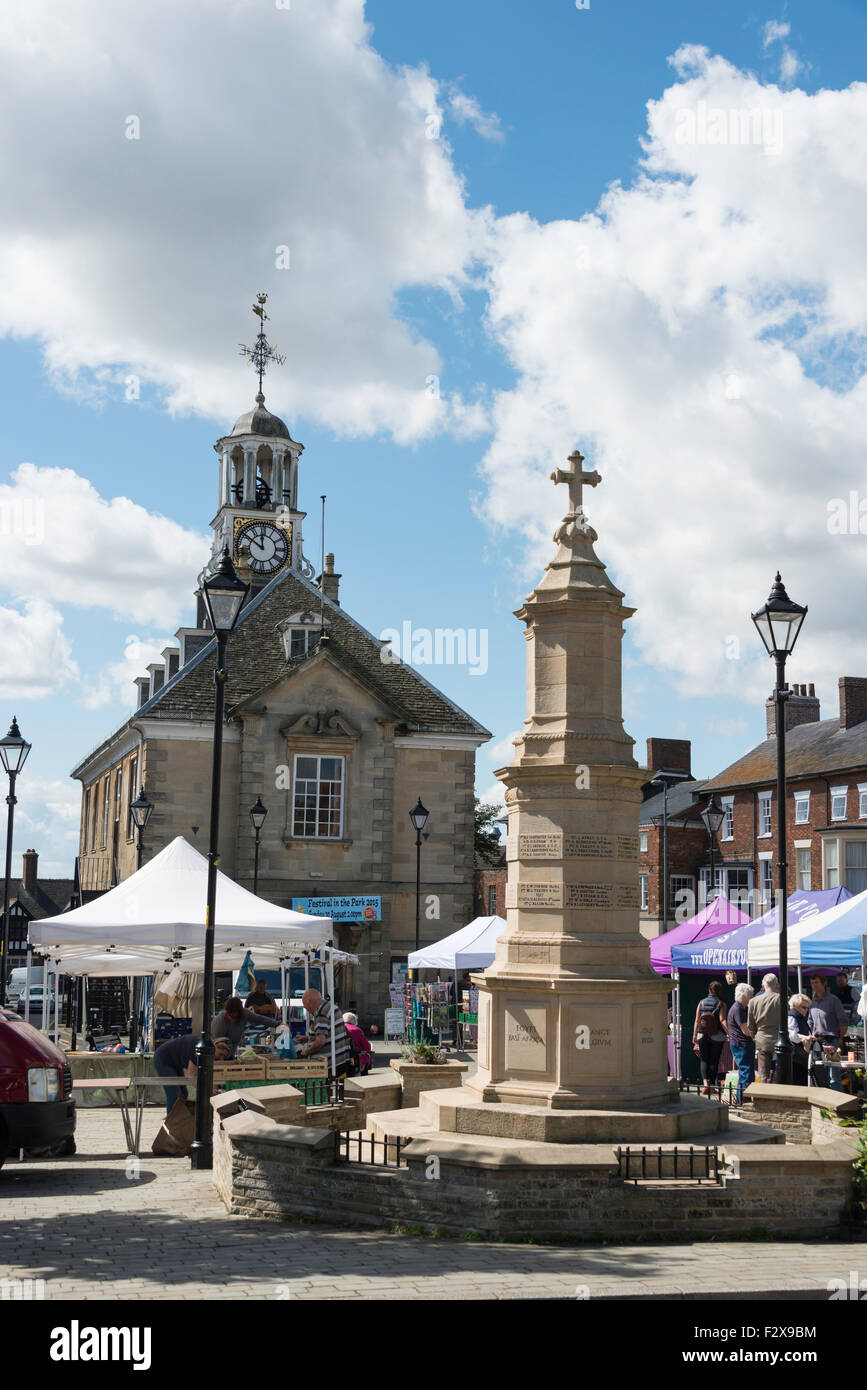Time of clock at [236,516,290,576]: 11:50
